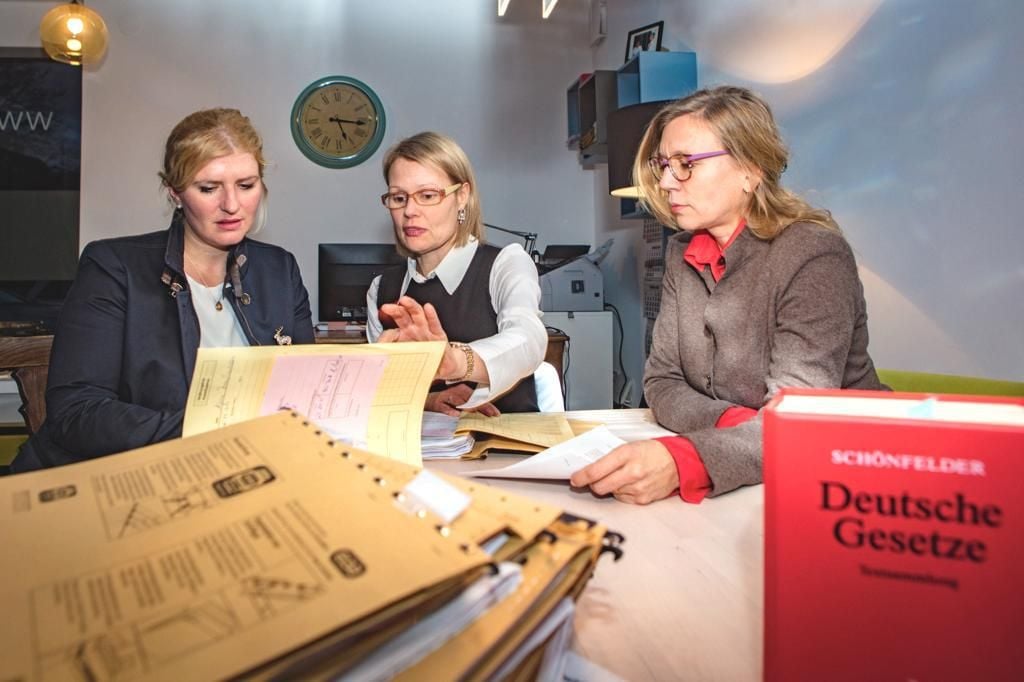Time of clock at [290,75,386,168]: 5:16
